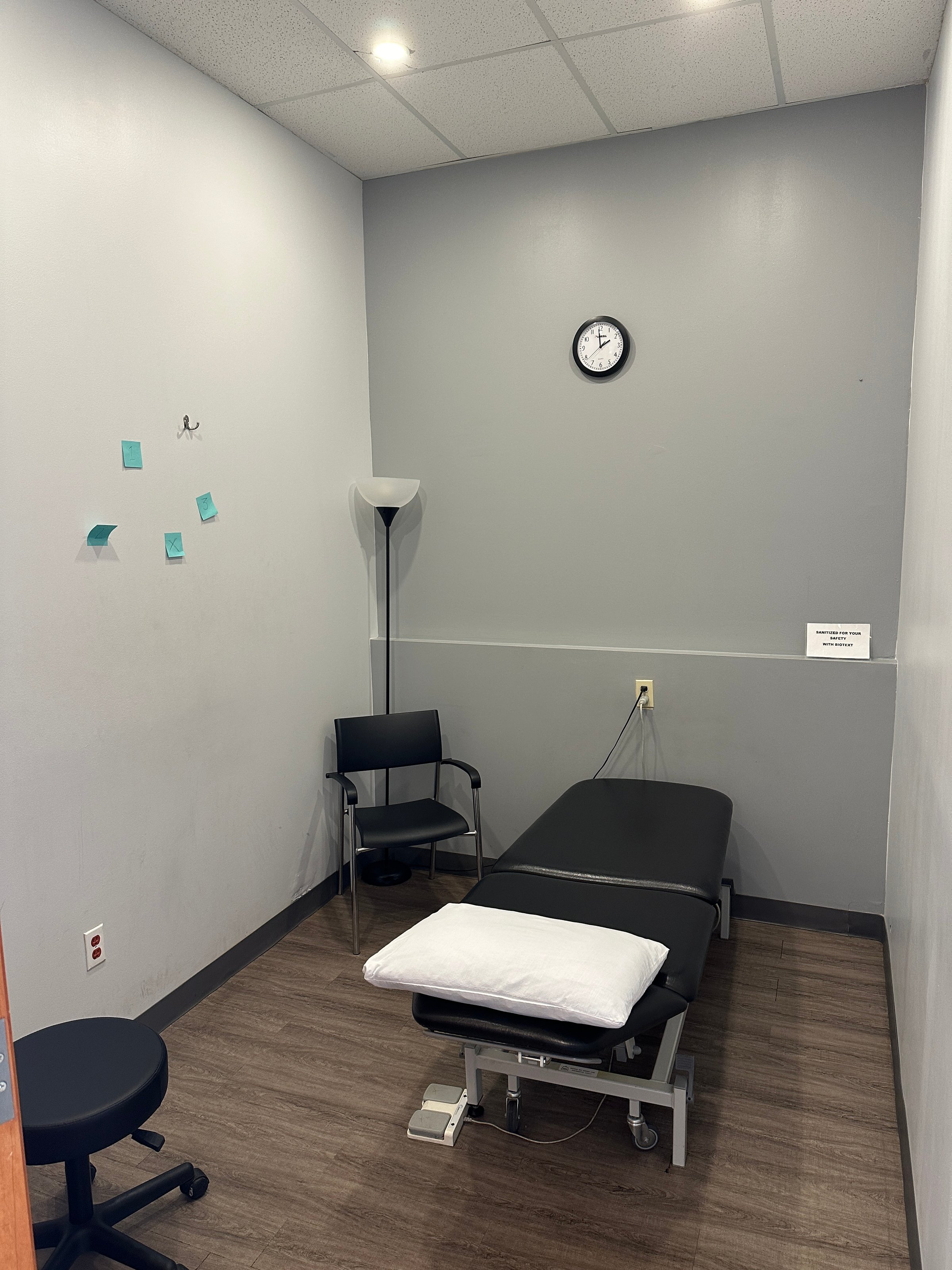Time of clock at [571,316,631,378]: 1:58
